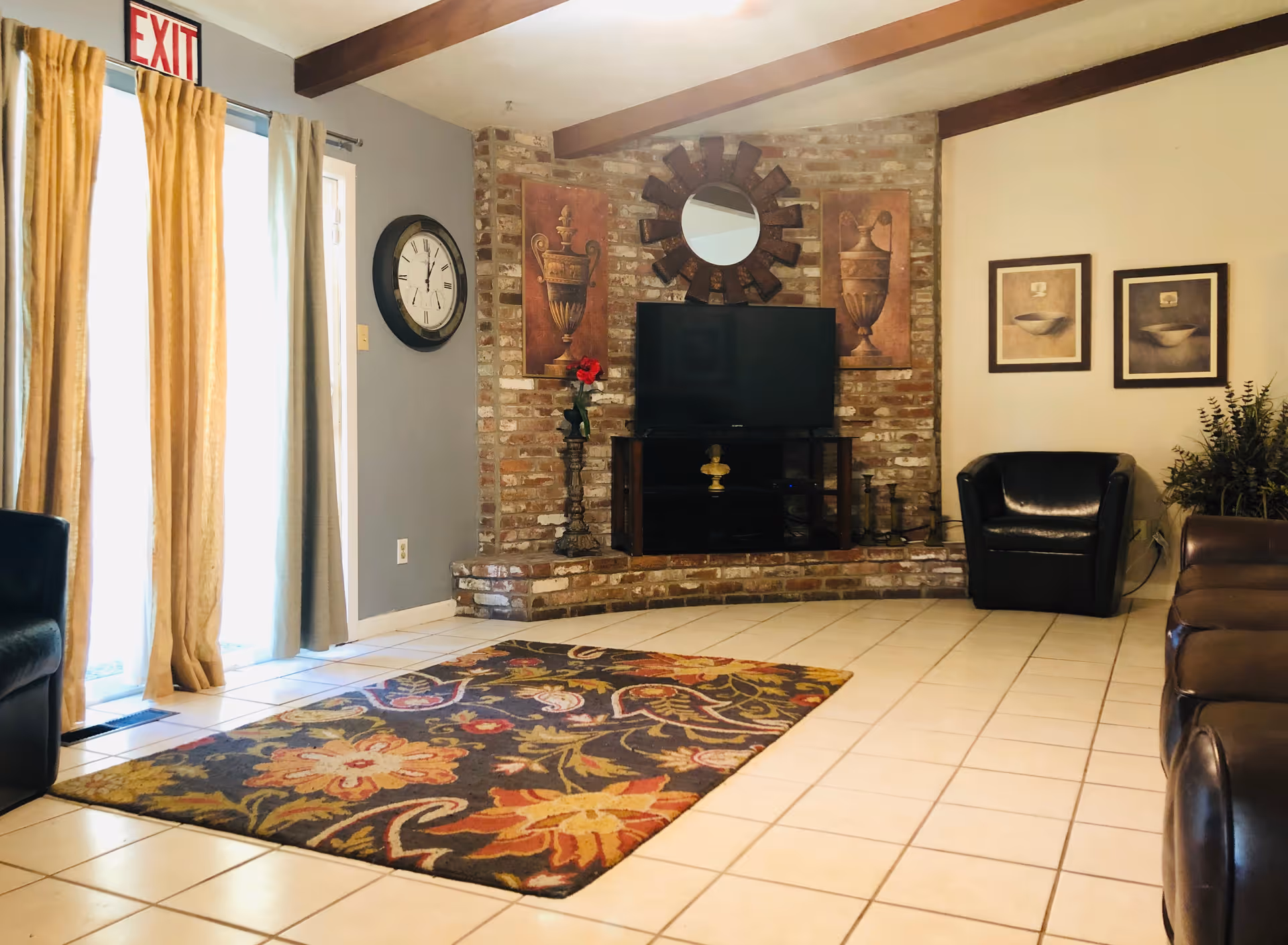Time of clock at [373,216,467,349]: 1:01
